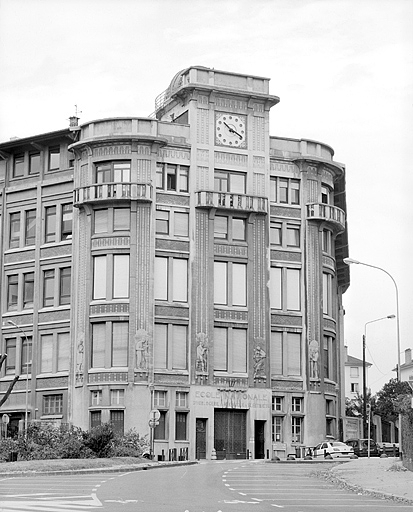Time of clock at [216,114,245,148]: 10:19
